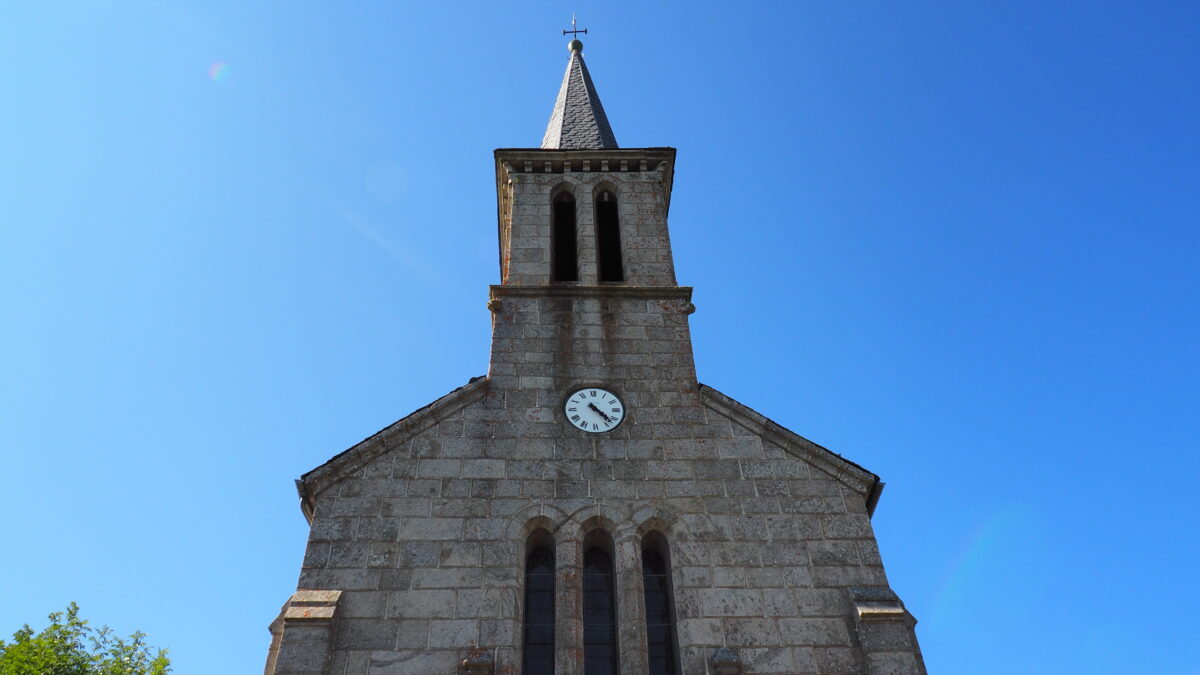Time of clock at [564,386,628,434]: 4:22
